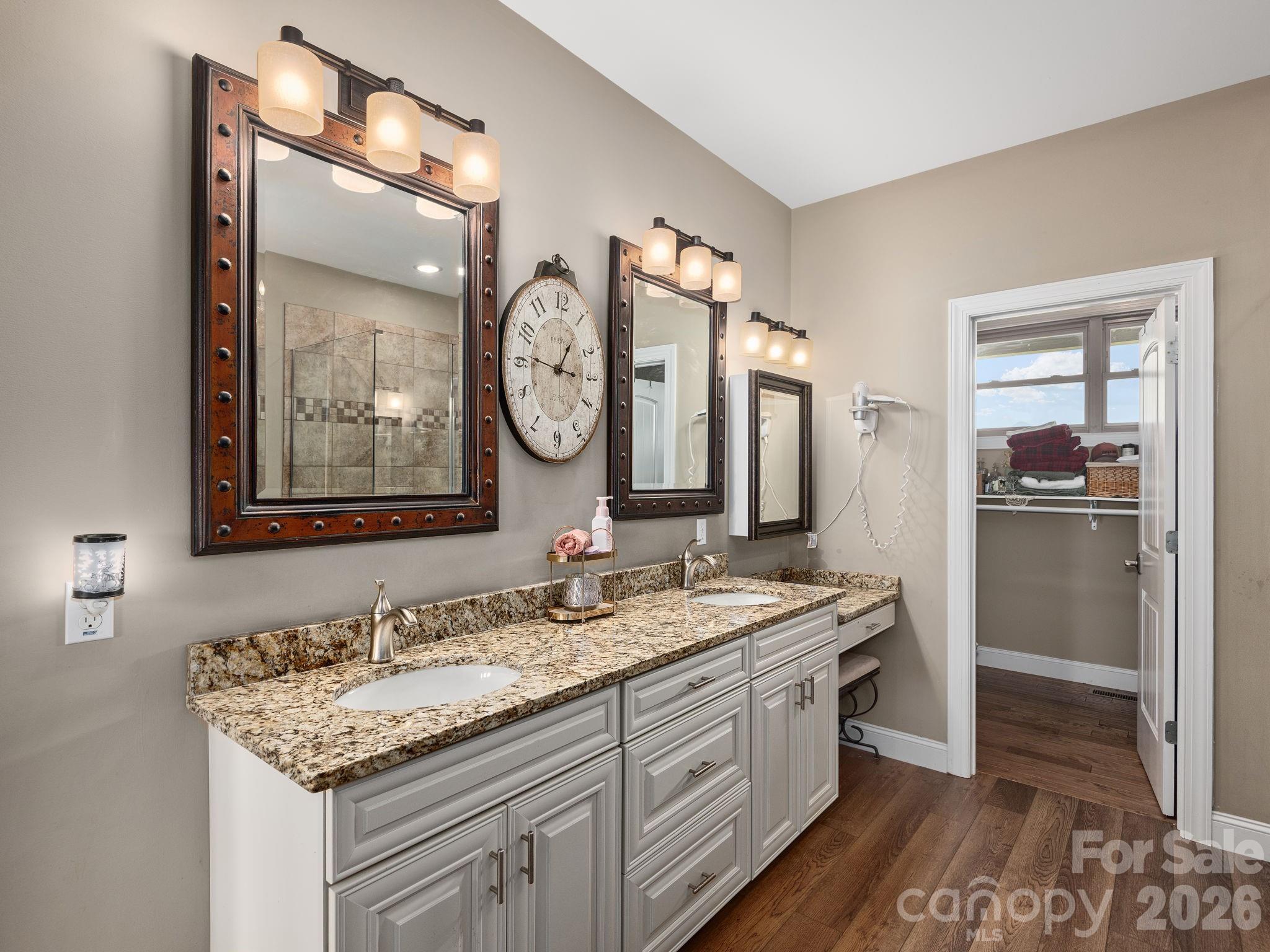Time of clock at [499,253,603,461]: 12:46
